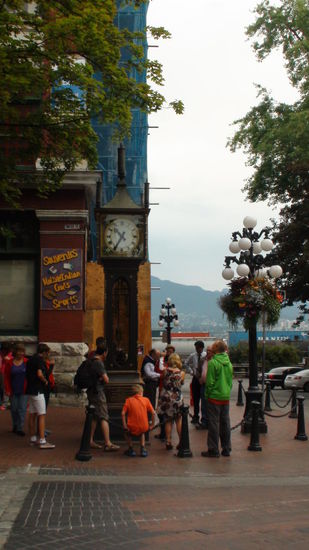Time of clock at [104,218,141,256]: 10:35
